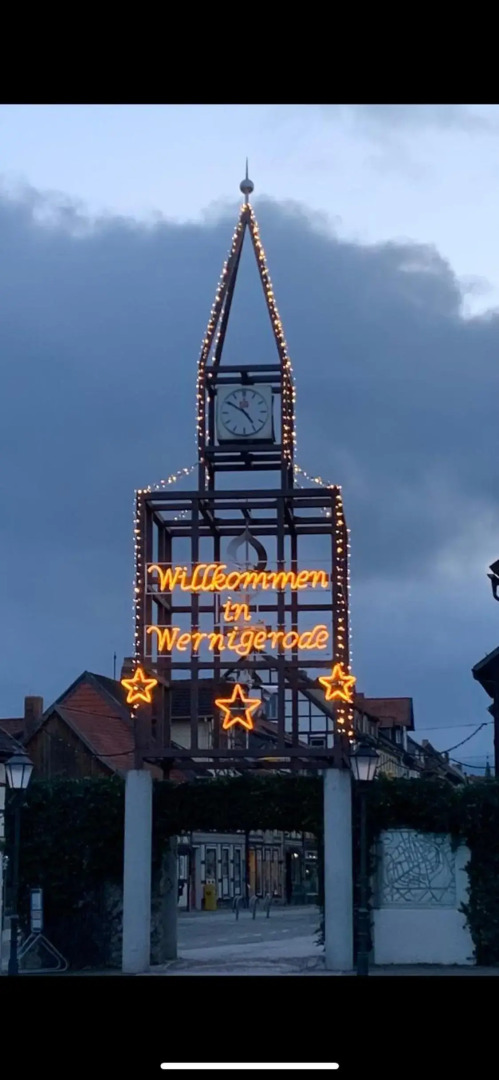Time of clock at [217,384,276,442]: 4:50
